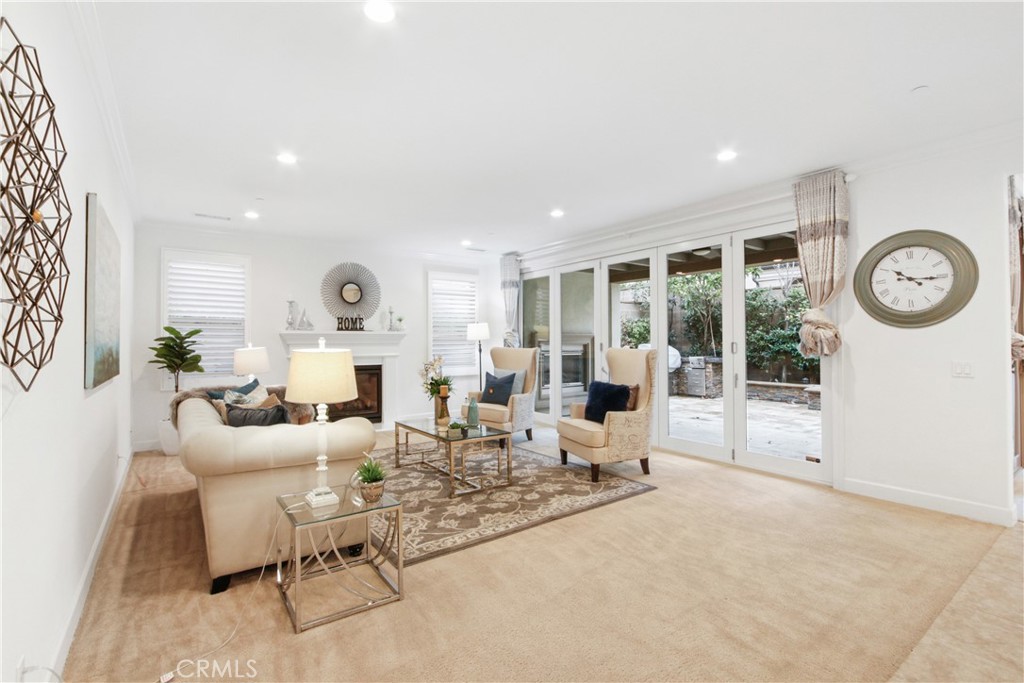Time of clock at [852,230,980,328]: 10:15
